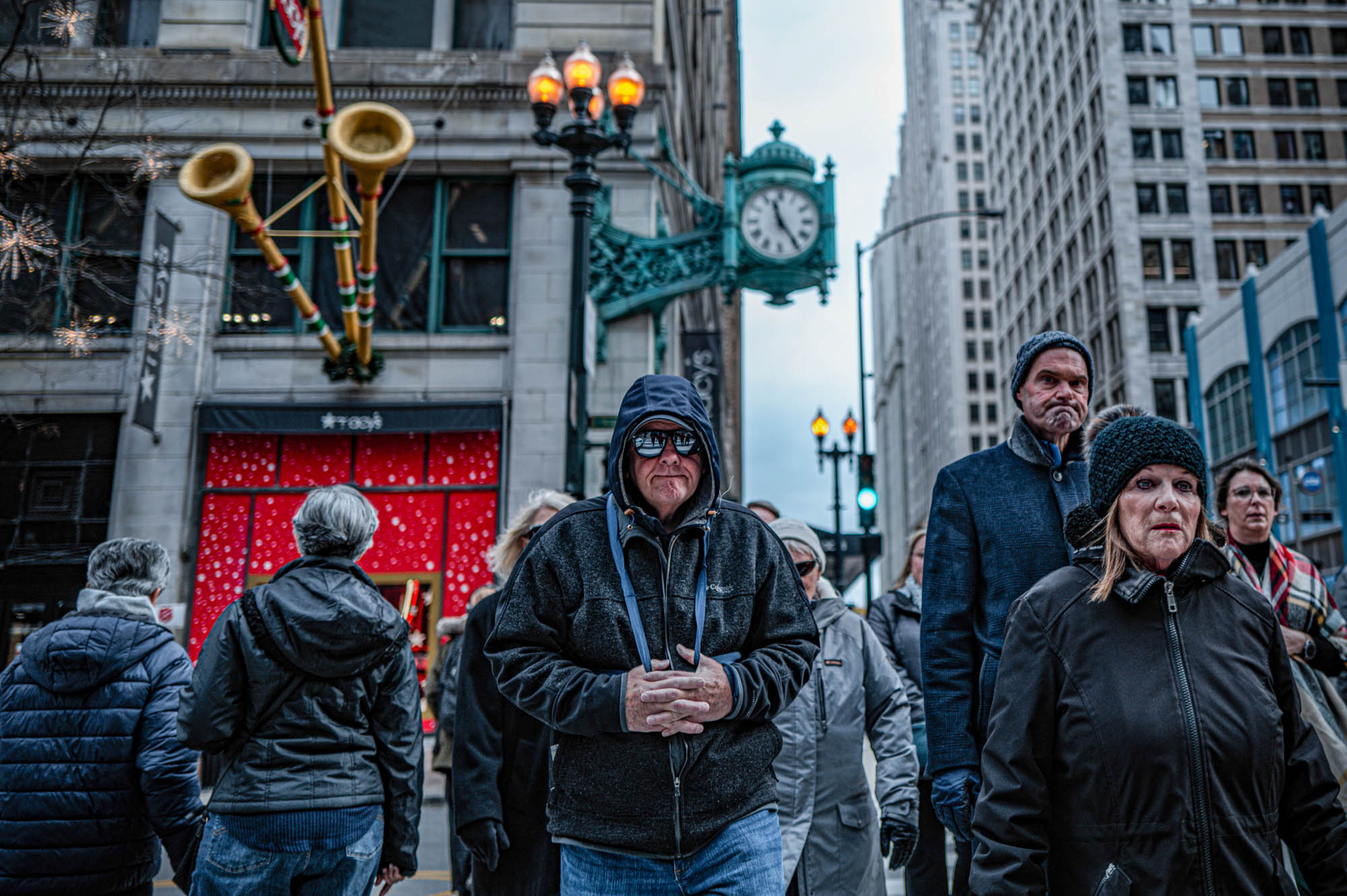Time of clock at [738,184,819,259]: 11:24
